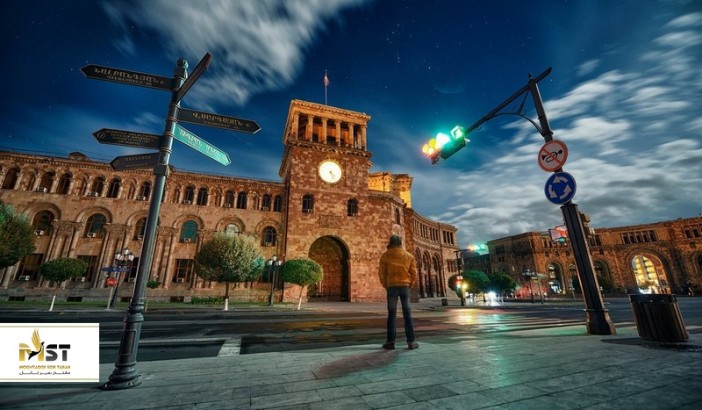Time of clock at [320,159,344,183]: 4:26
